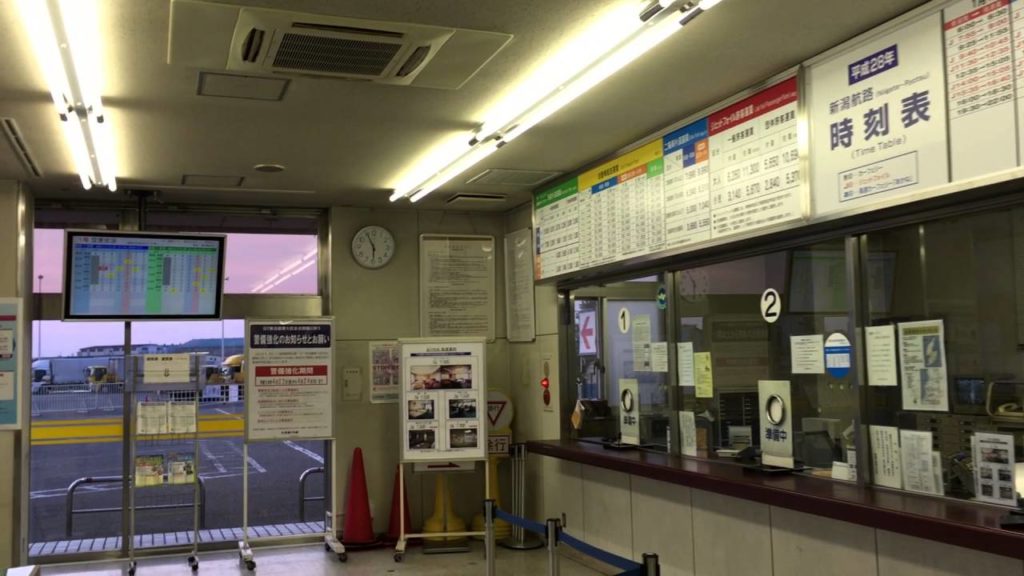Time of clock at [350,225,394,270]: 5:55
